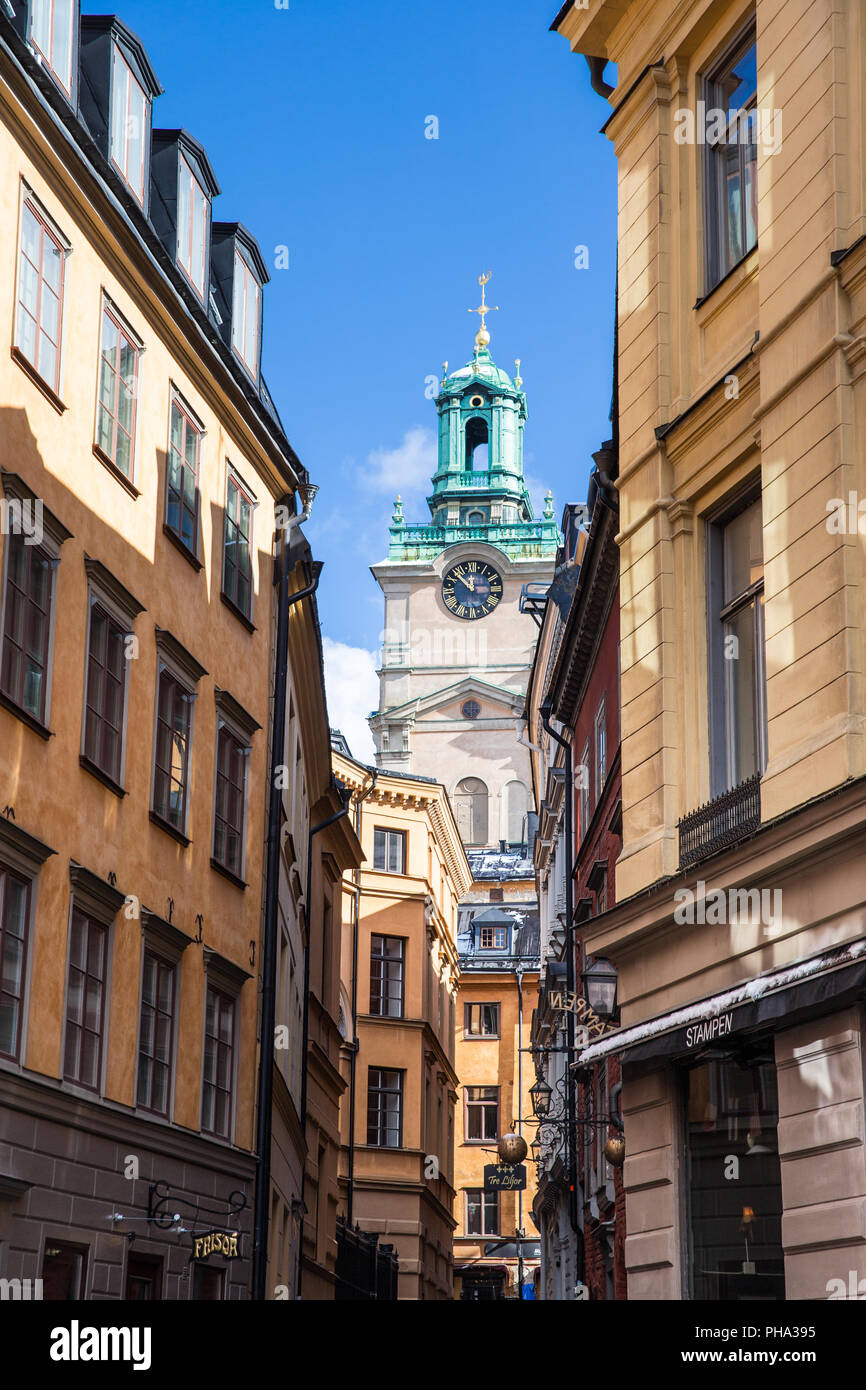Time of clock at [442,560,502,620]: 11:52
